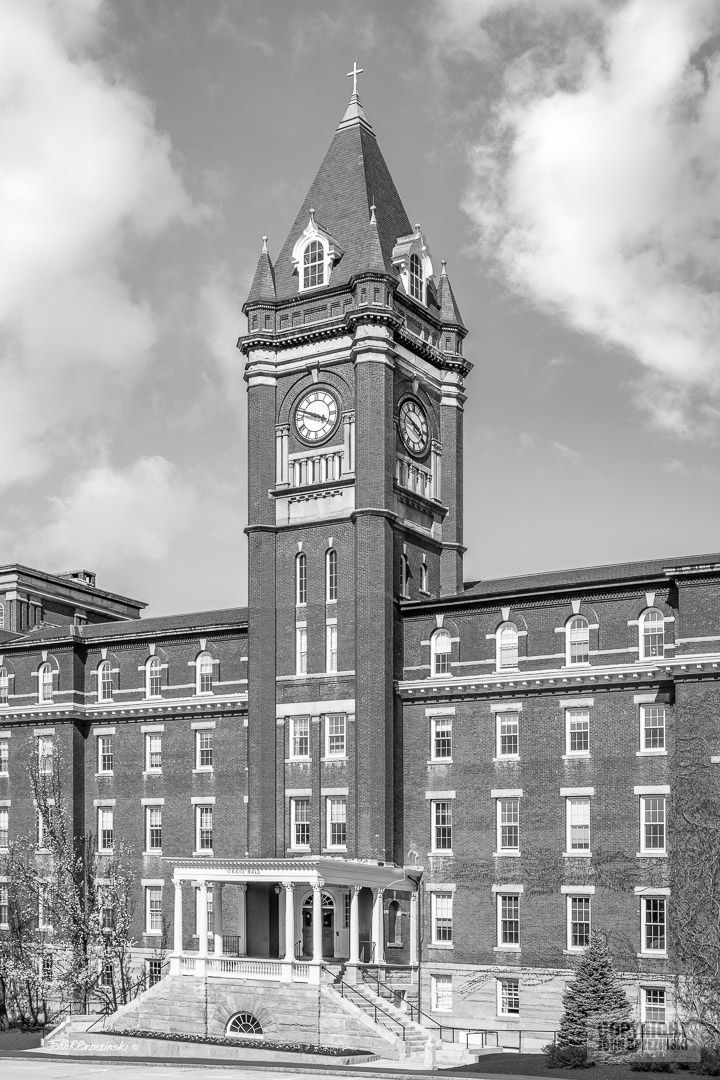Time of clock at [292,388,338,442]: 3:48
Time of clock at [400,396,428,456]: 3:48
